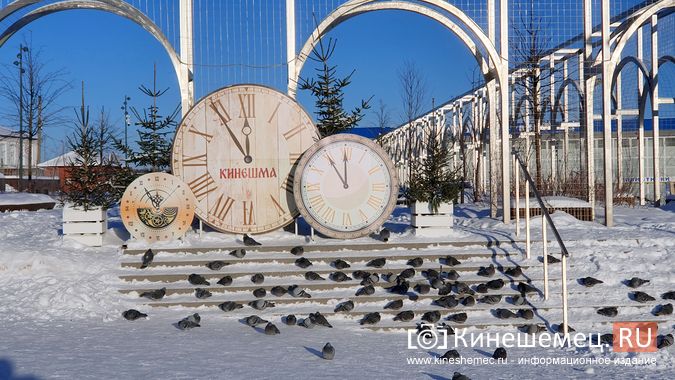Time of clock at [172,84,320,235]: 11:53
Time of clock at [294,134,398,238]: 11:00
